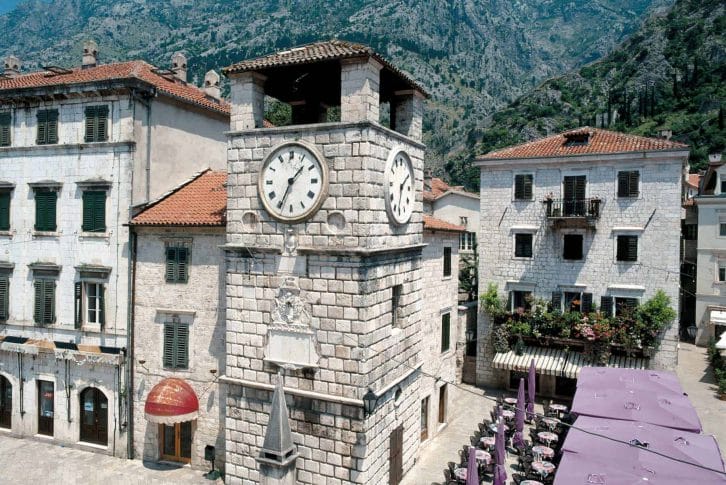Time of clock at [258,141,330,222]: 1:34
